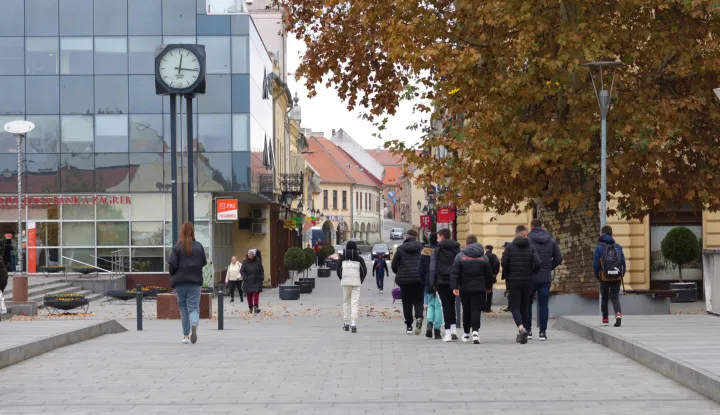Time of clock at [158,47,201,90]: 12:16
